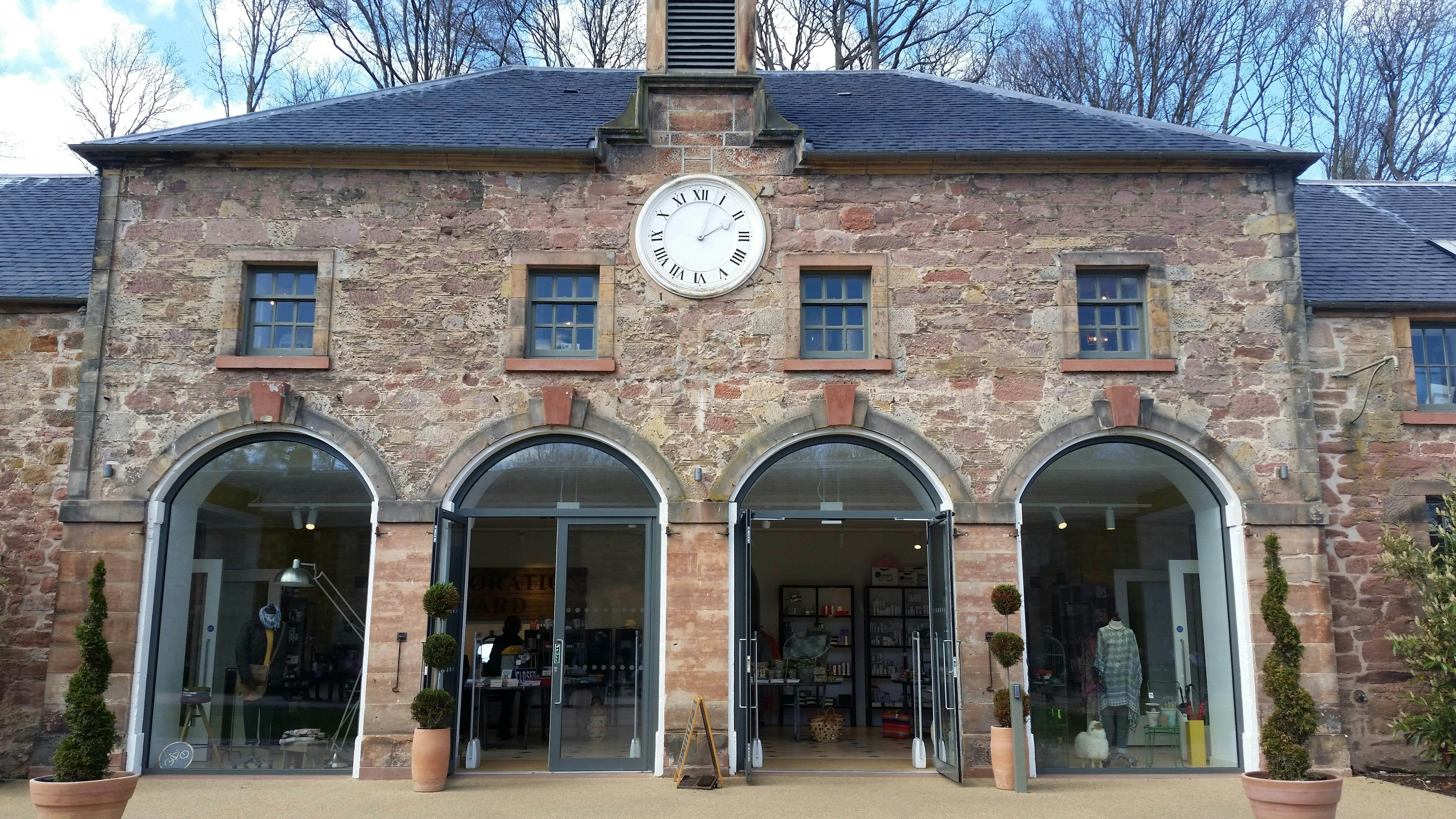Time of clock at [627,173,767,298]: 2:03
